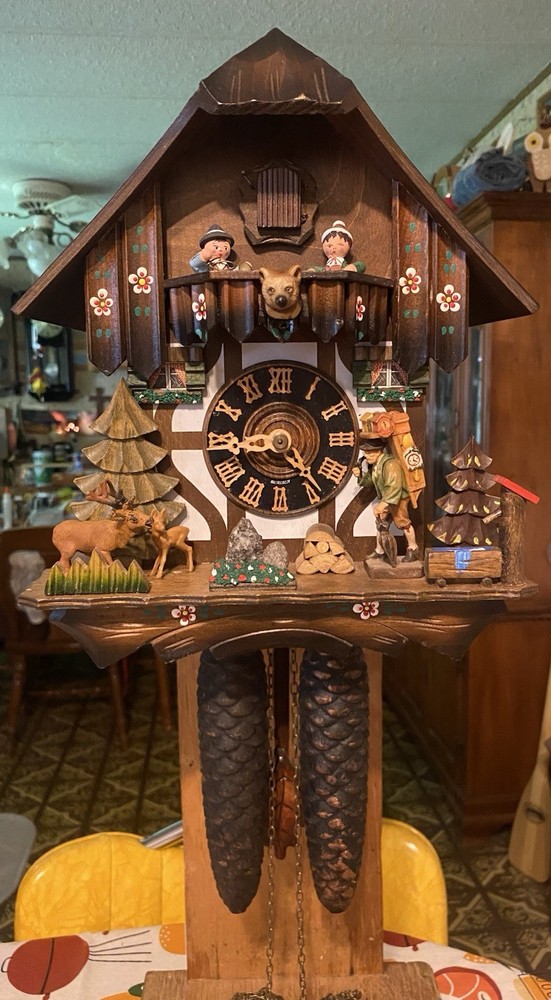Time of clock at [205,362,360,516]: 4:44
